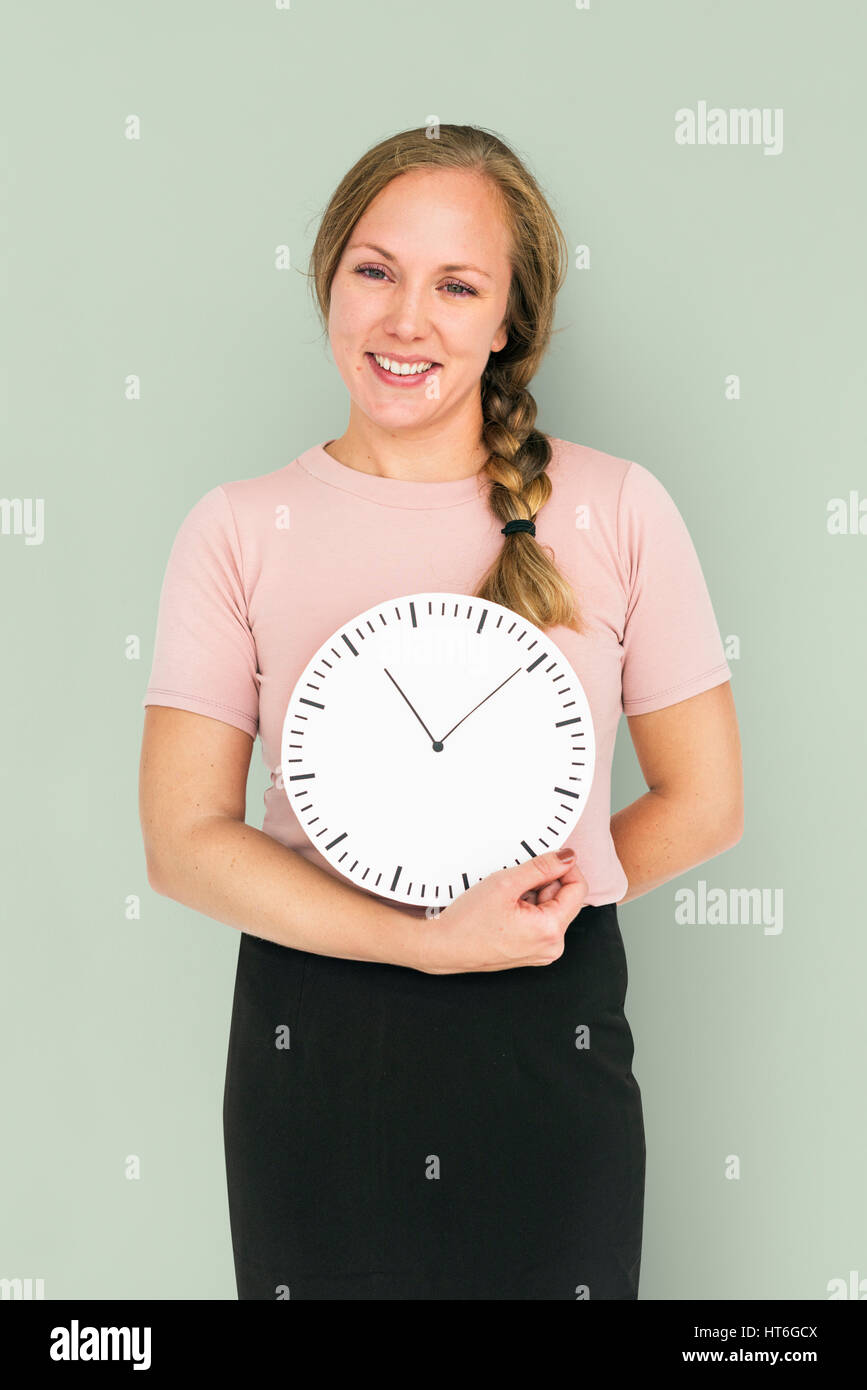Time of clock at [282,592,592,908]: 11:09
